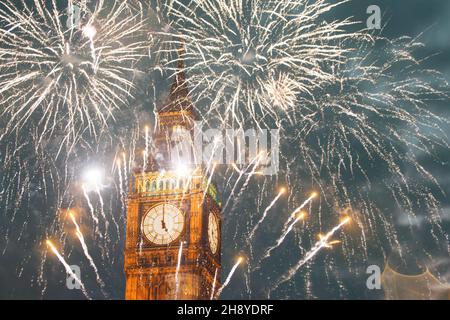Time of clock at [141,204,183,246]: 4:59
